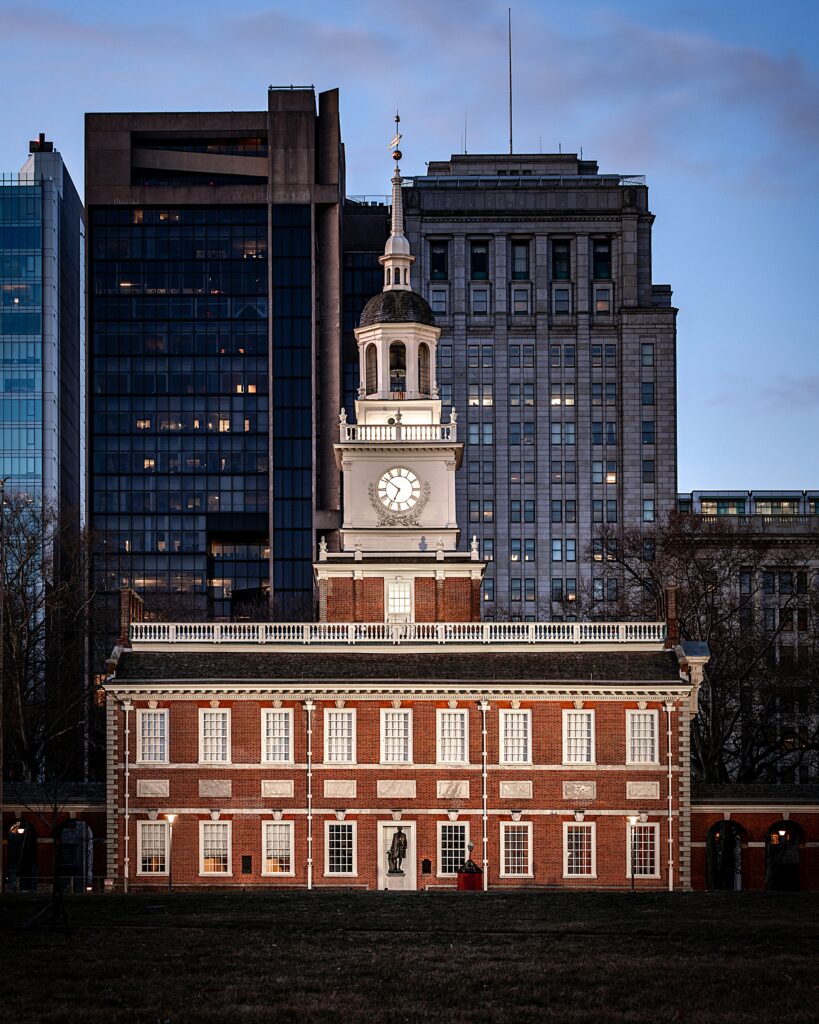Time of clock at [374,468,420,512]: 6:51
